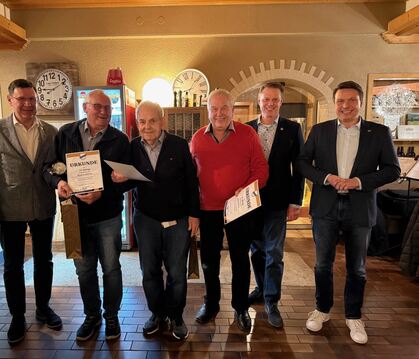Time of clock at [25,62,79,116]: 9:10
